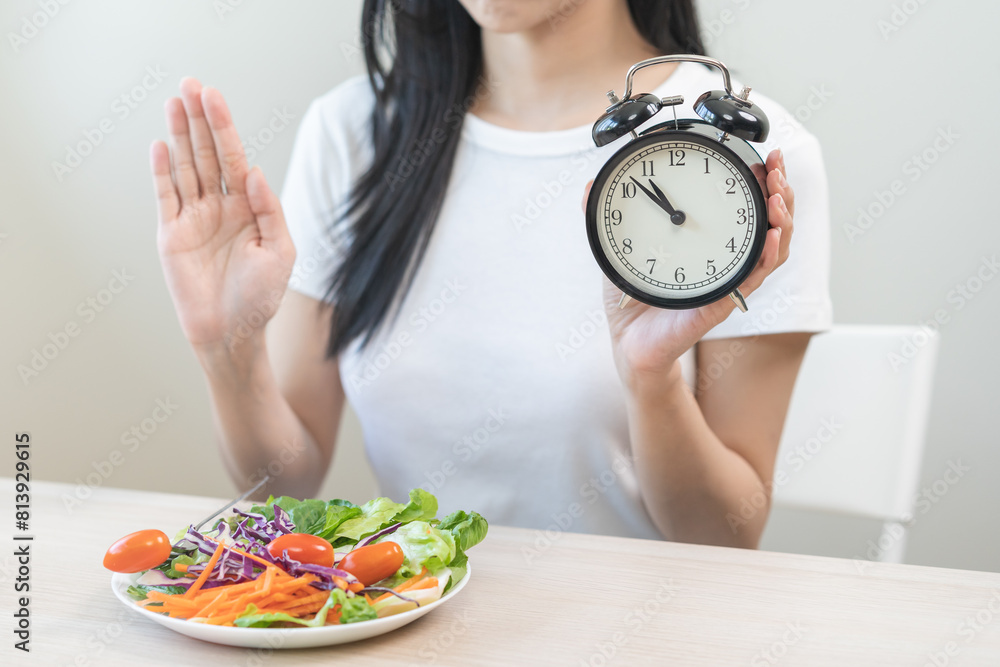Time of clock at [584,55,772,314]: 10:52
